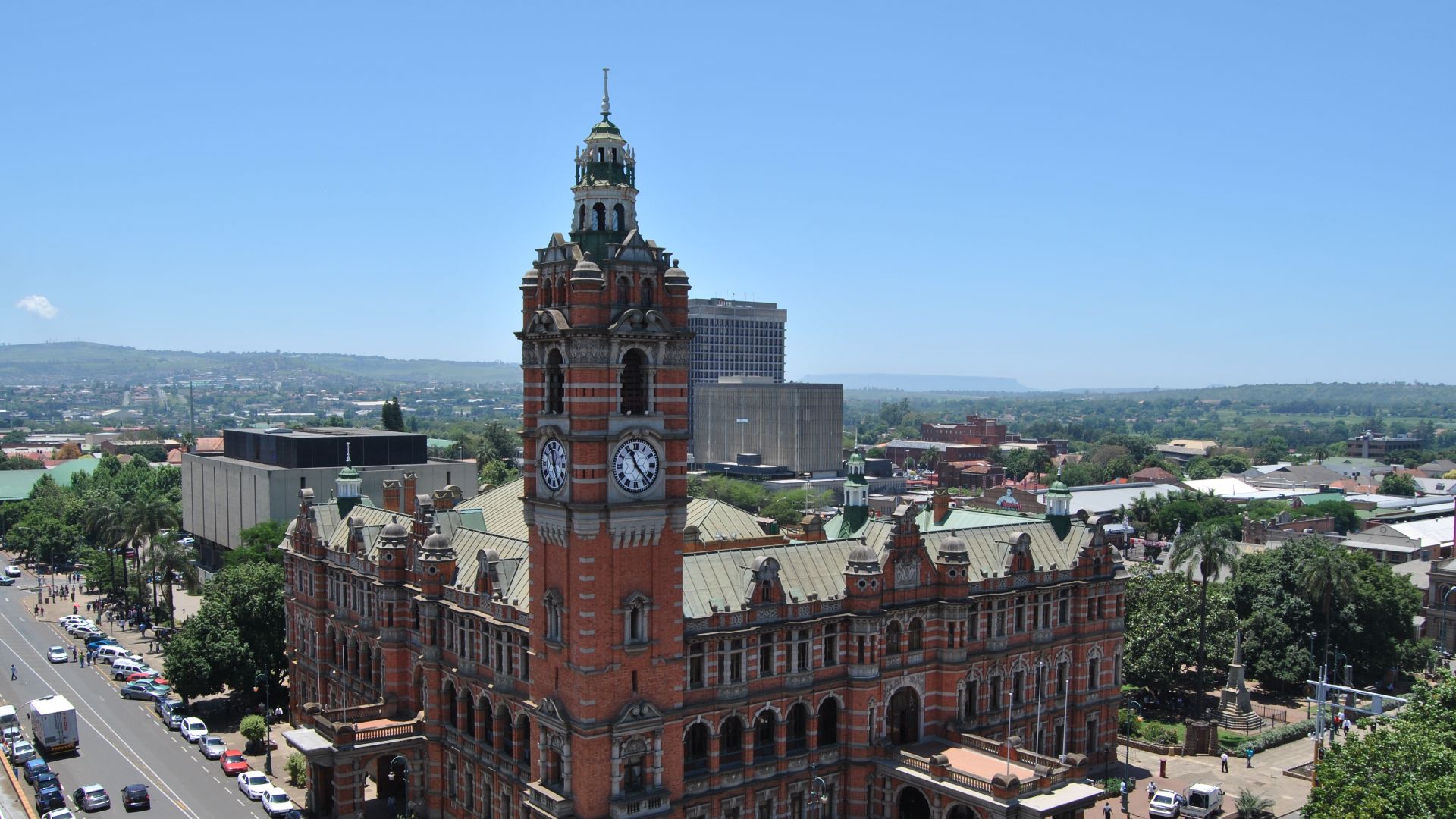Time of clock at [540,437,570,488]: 11:25
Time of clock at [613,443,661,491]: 11:23
